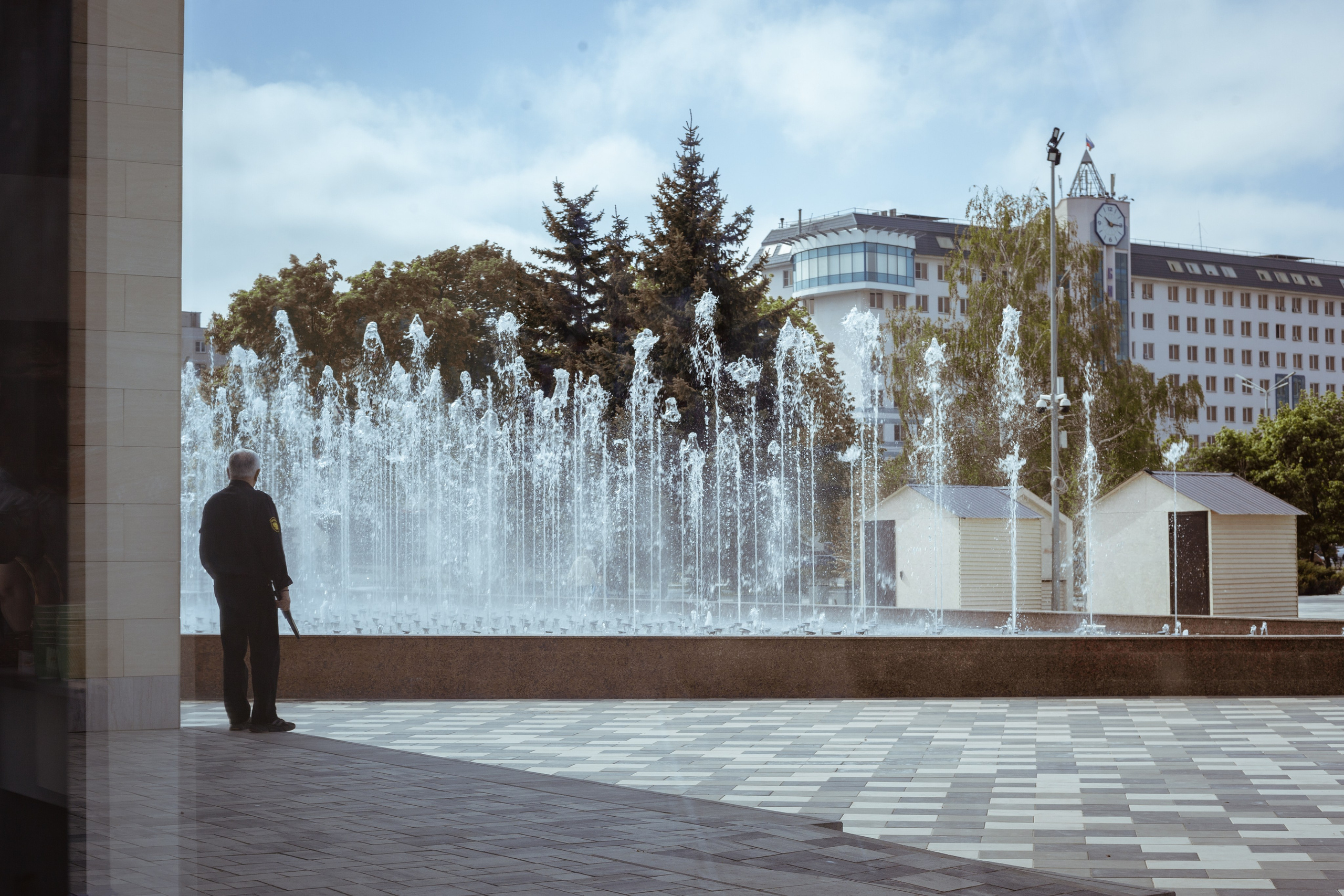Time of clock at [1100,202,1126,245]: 10:15
